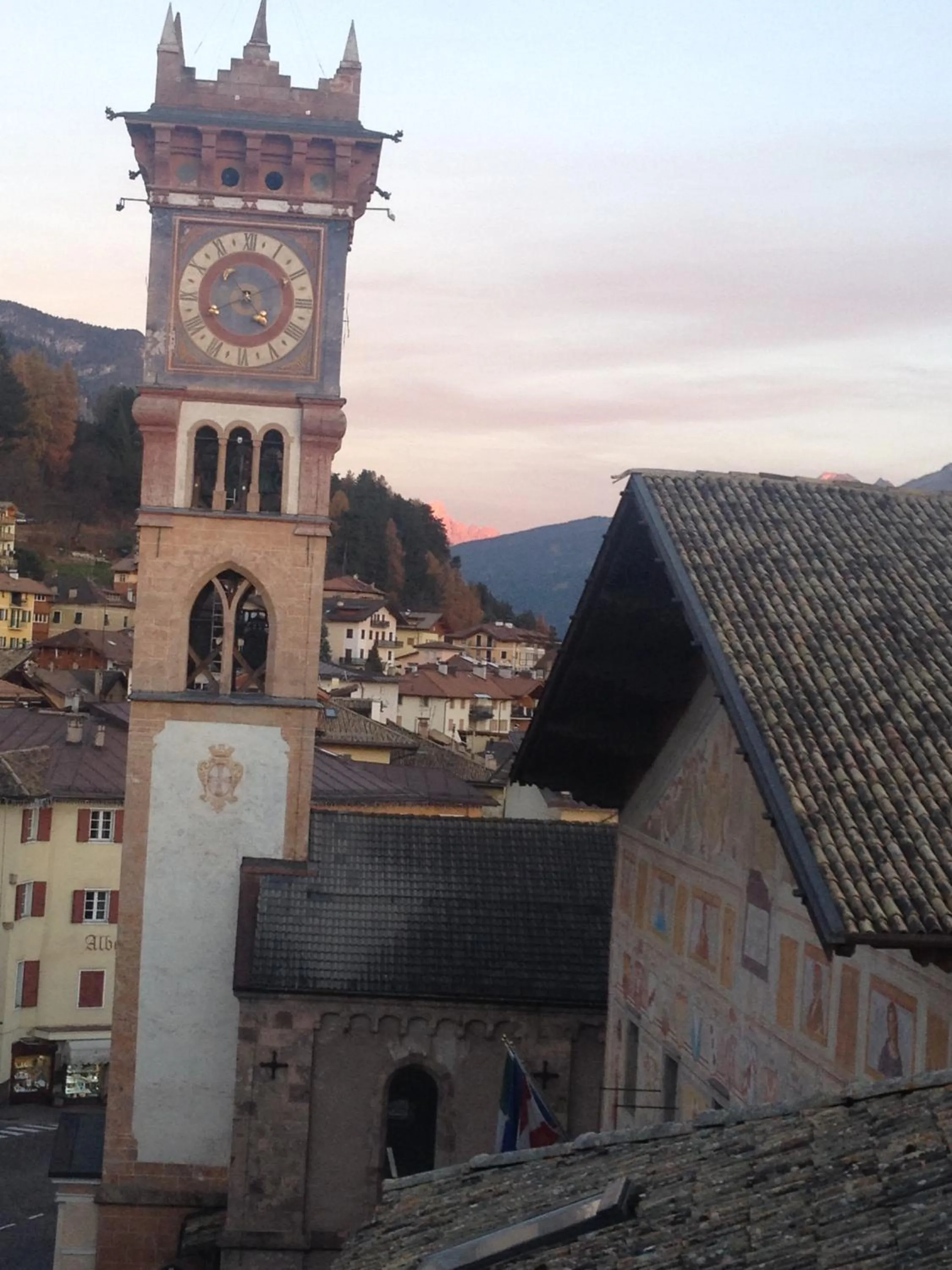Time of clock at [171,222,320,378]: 4:40
